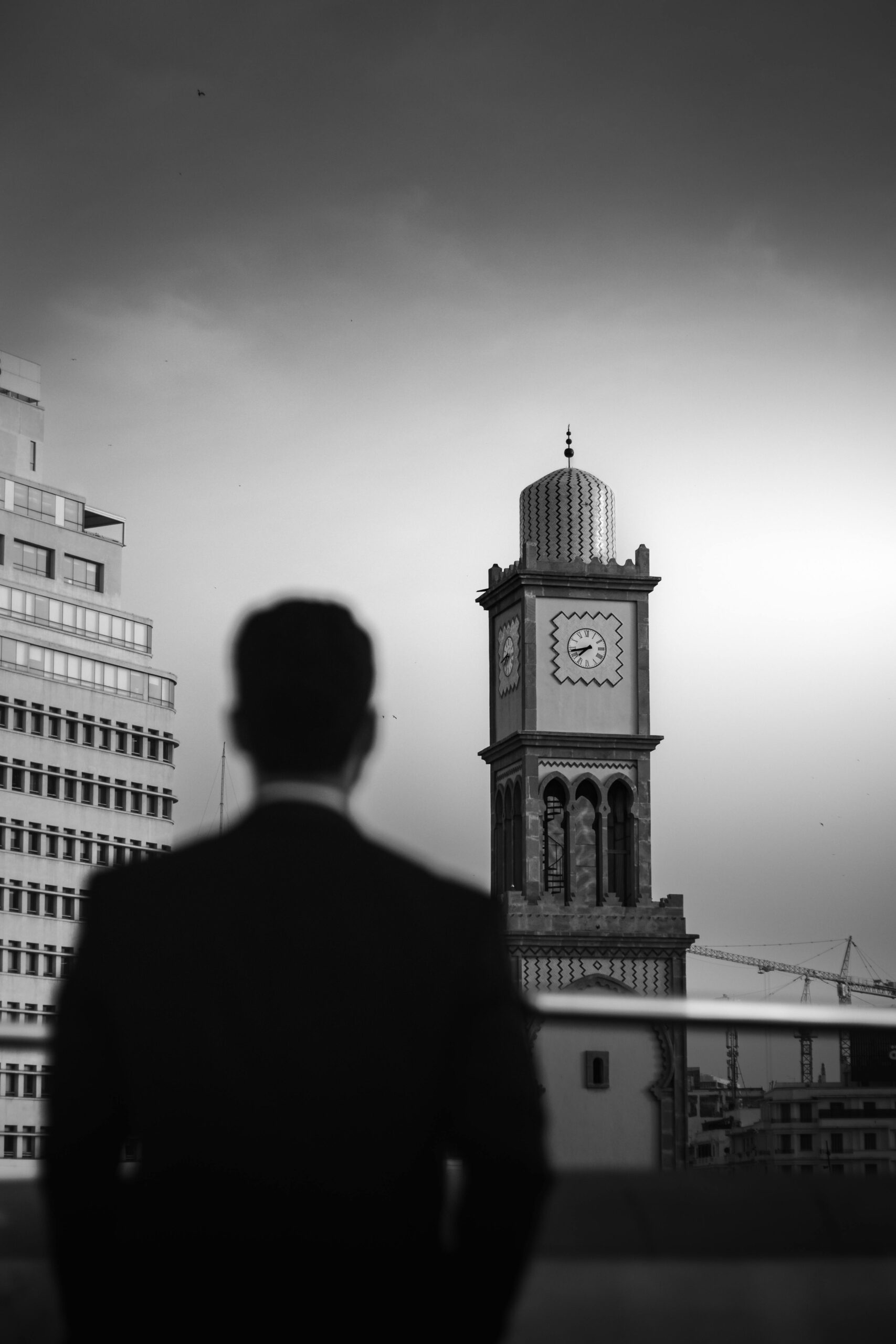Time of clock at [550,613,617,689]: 7:42
